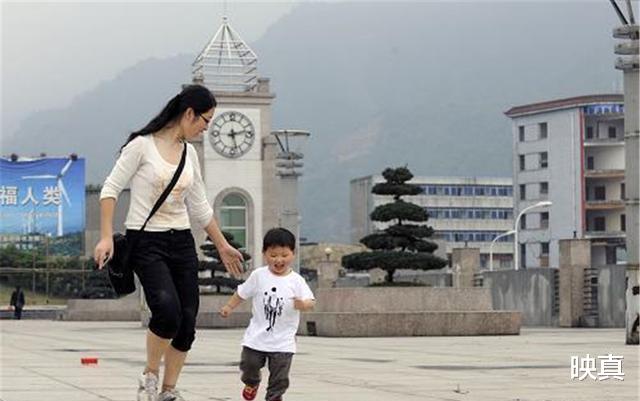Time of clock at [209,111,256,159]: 2:27
